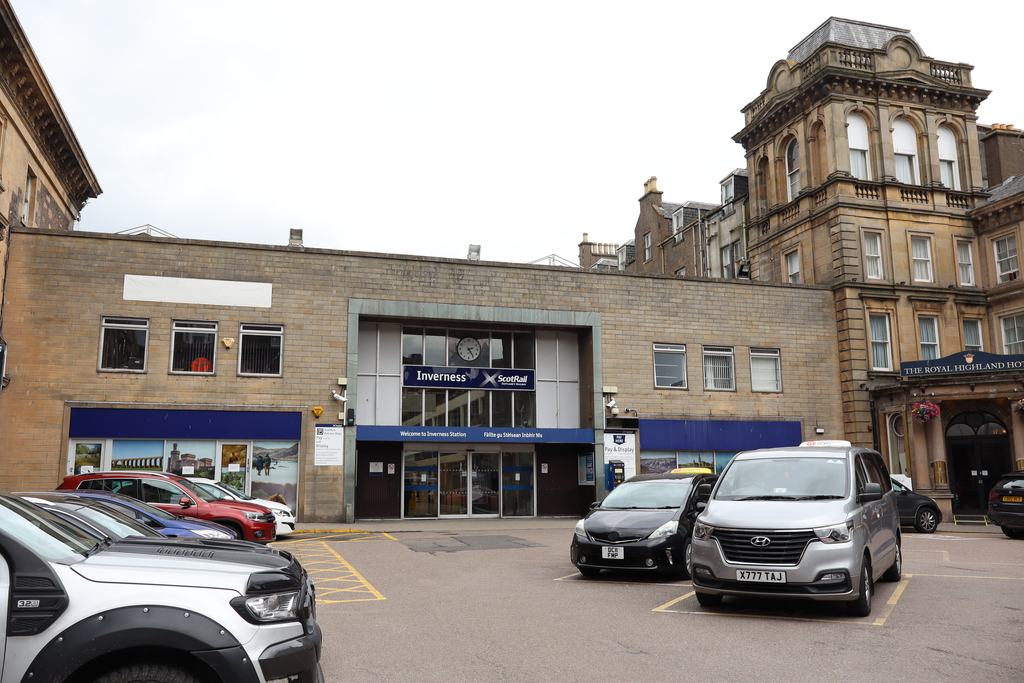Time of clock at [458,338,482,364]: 2:24
